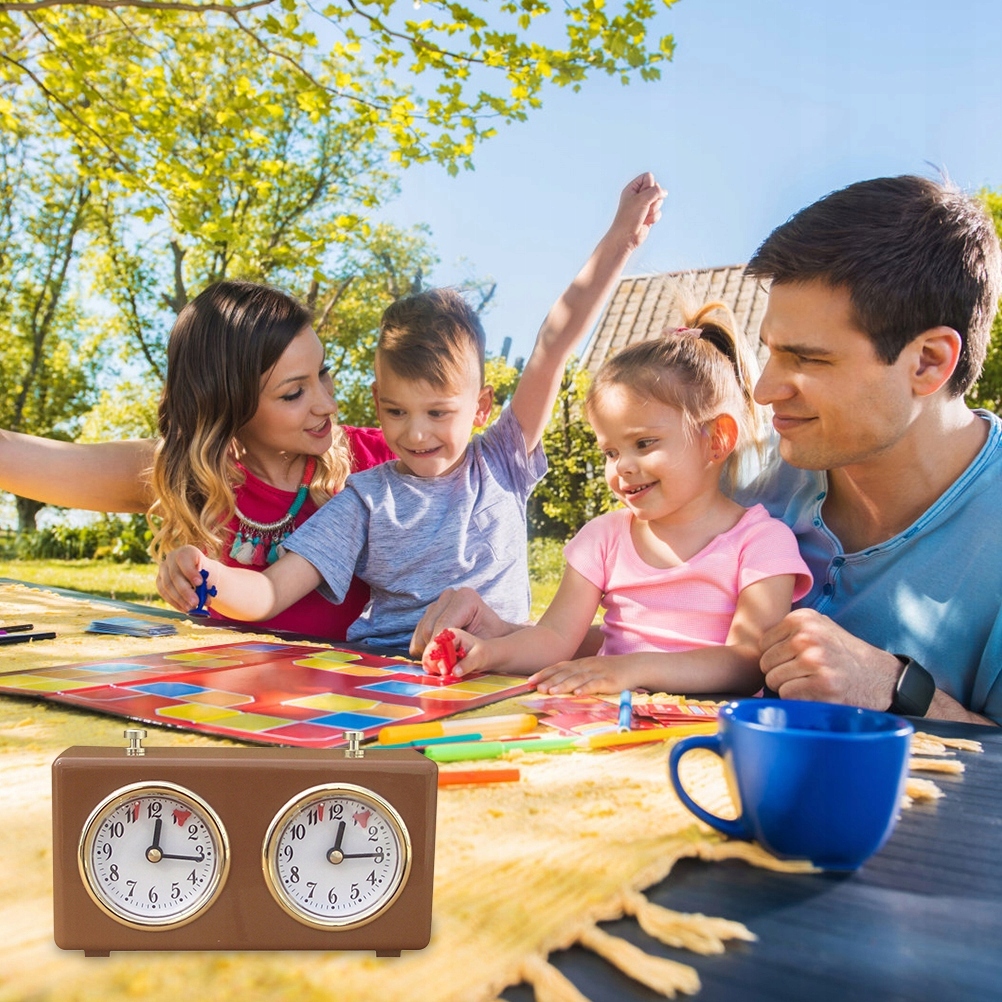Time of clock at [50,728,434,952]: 12:14
